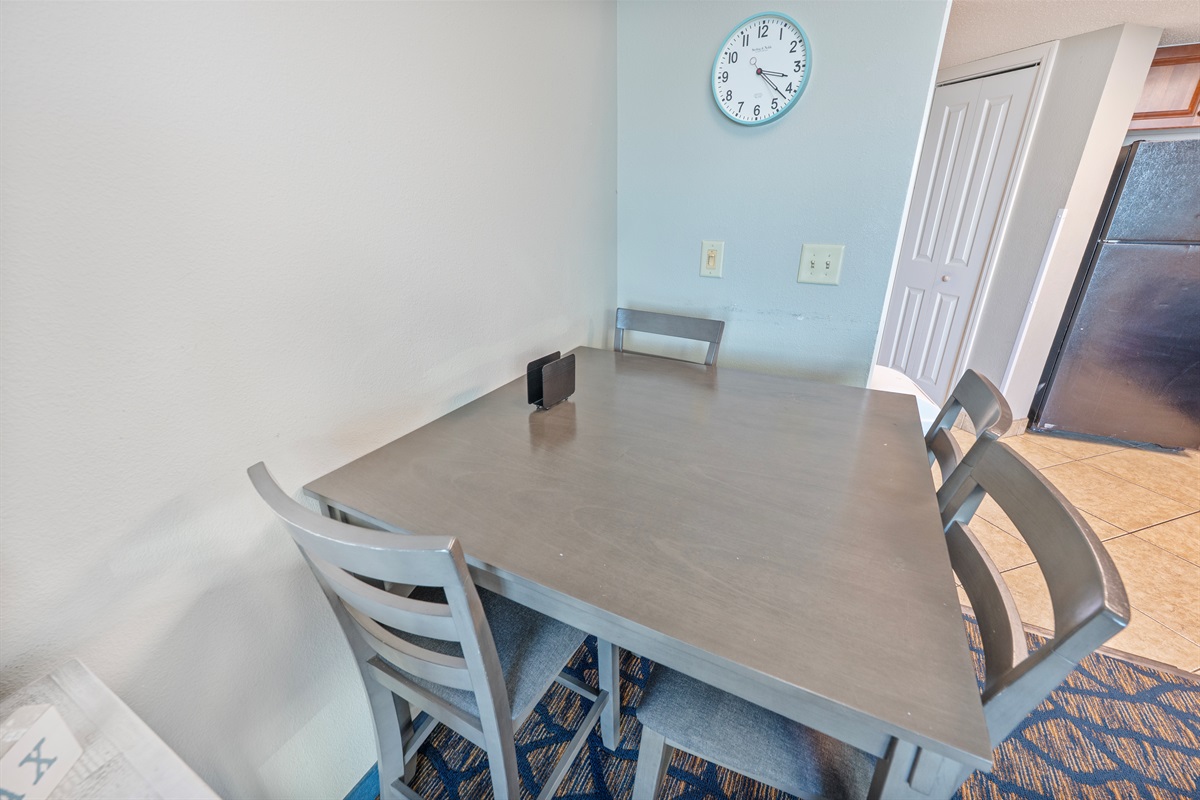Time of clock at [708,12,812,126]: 3:22
